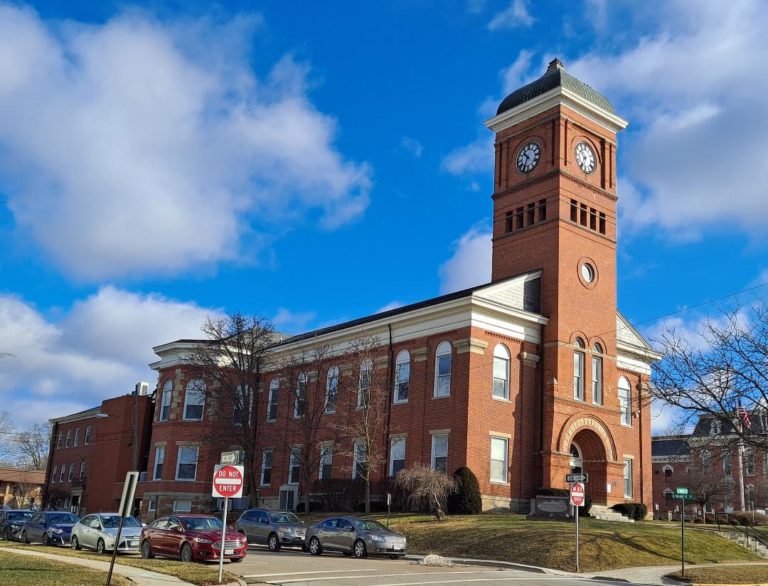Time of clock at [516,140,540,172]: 10:34
